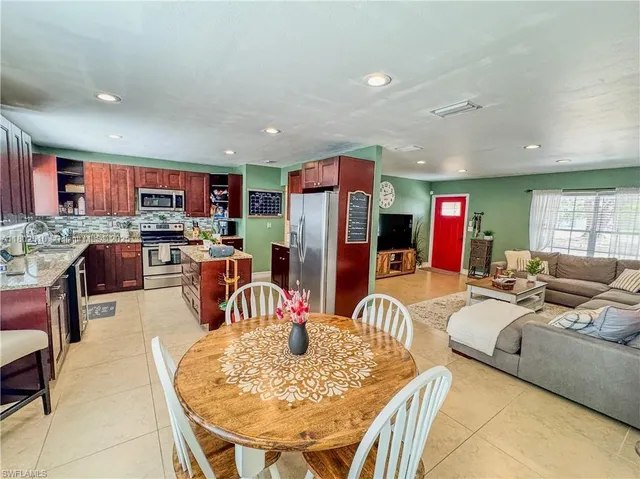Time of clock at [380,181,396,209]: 8:12
